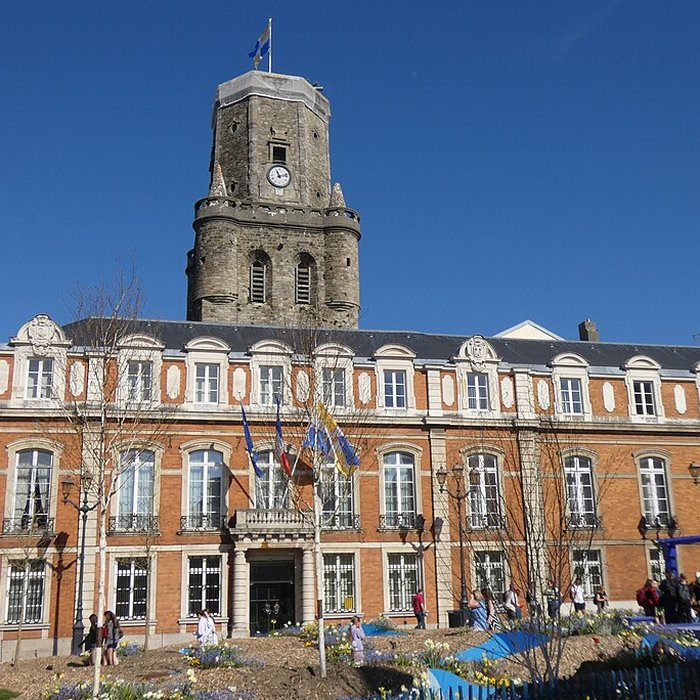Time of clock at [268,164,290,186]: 11:12
